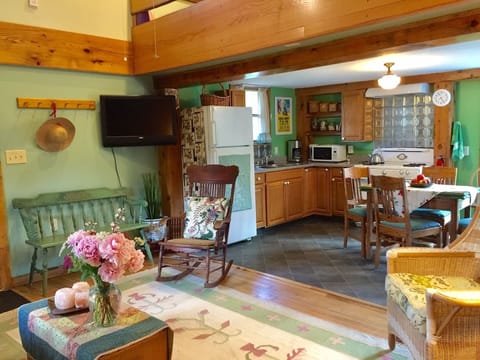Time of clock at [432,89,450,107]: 7:25
